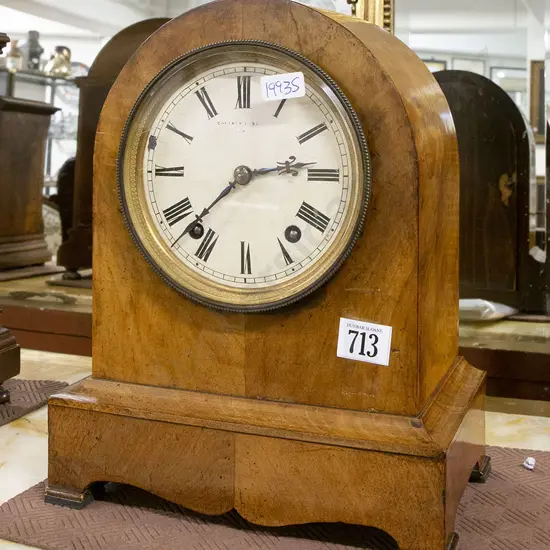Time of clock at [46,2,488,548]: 2:37
